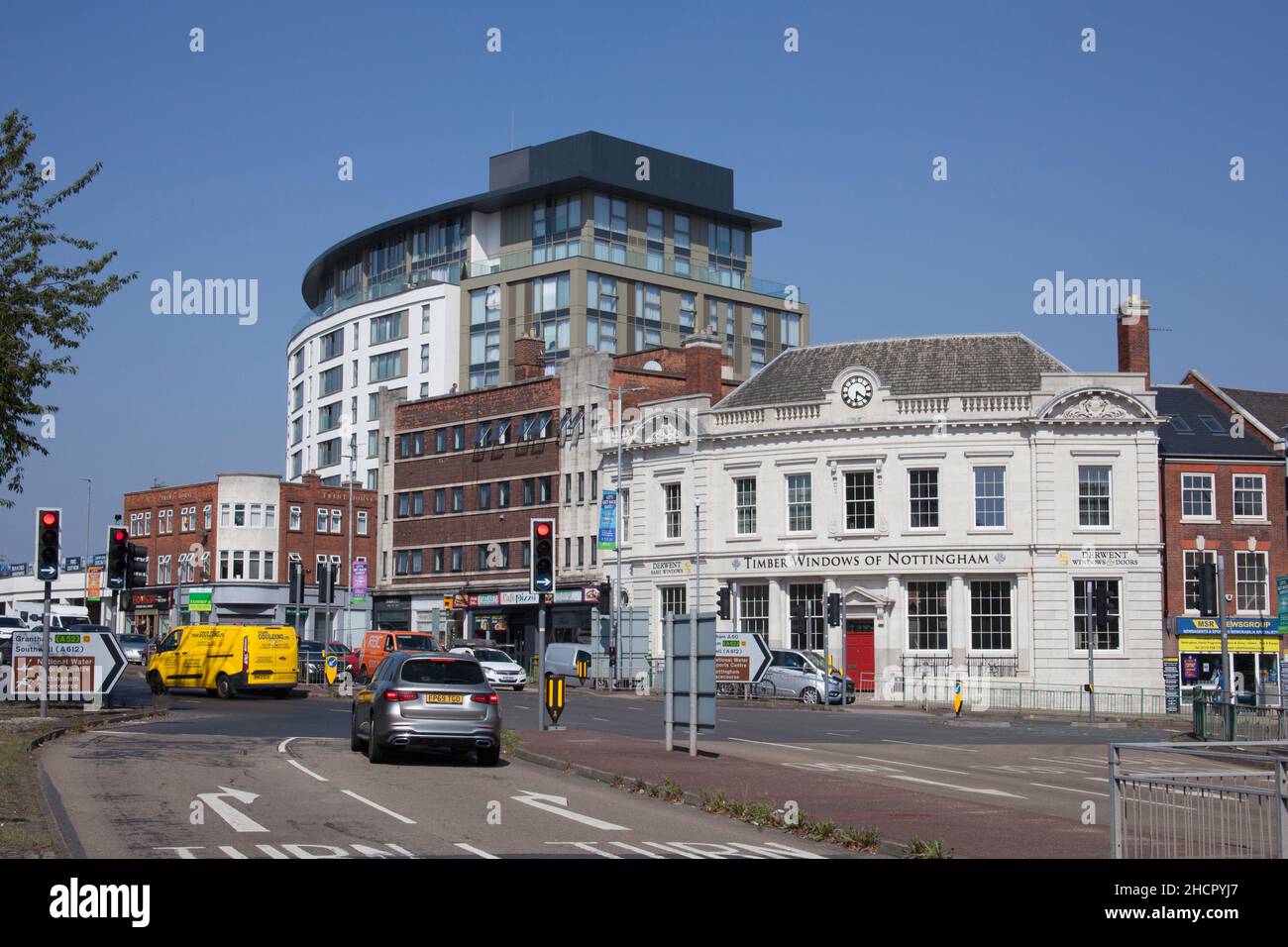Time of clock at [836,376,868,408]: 6:21
